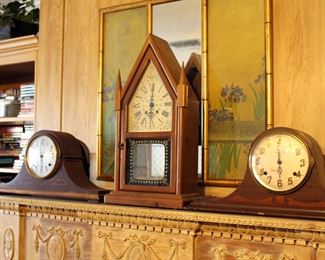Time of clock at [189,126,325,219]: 5:59
